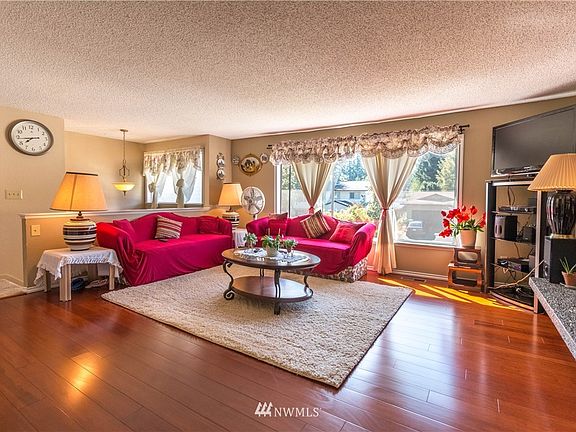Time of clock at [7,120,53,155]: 7:43
